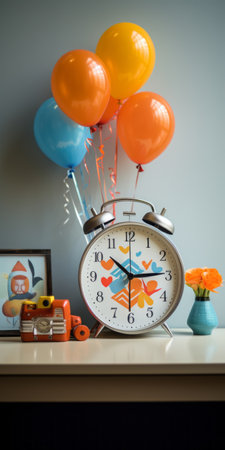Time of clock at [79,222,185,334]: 10:14
